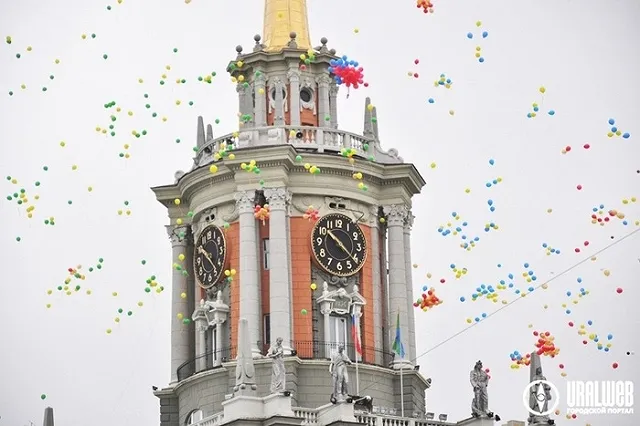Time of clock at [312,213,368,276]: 10:21
